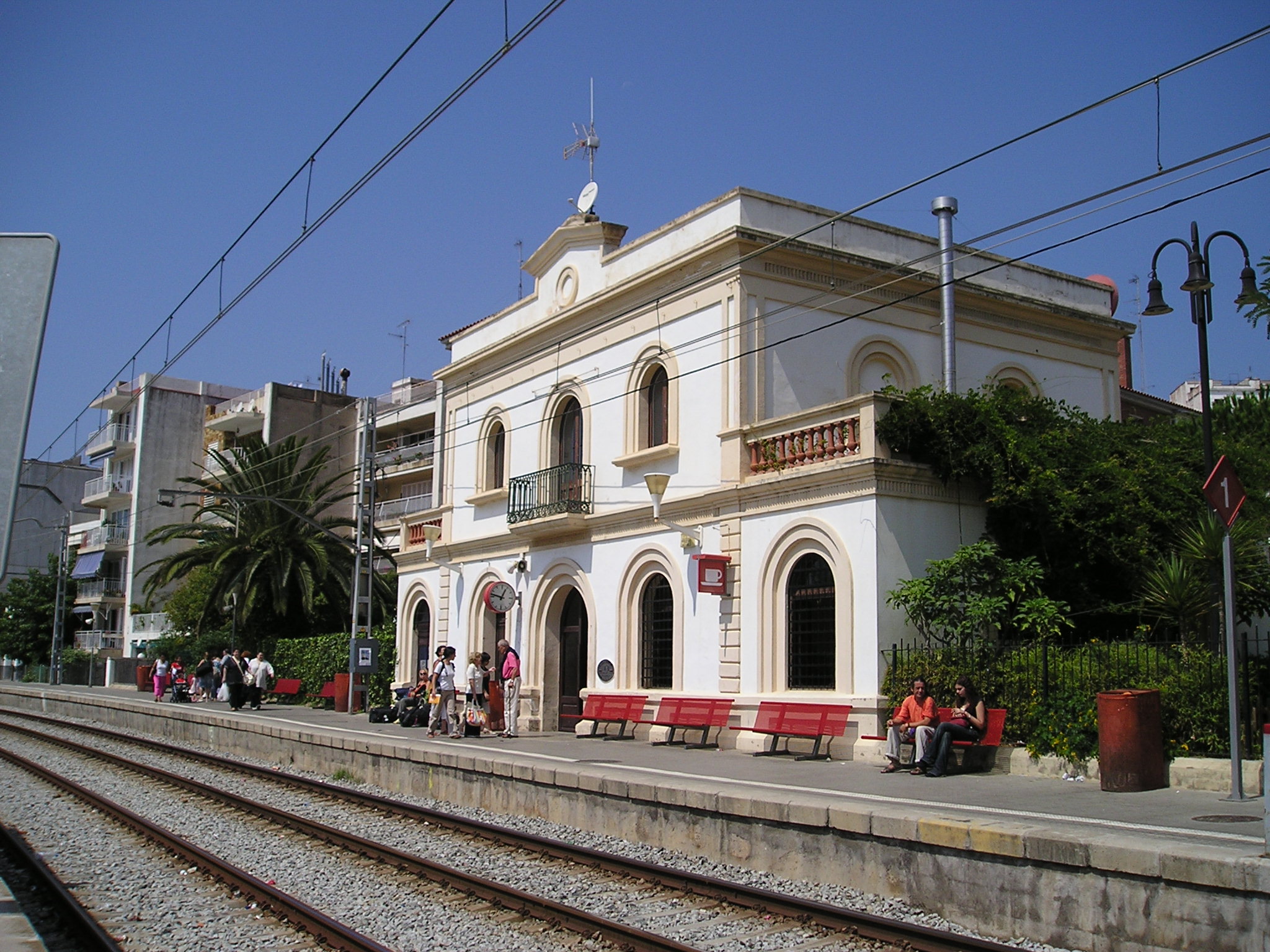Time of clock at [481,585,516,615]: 12:47
